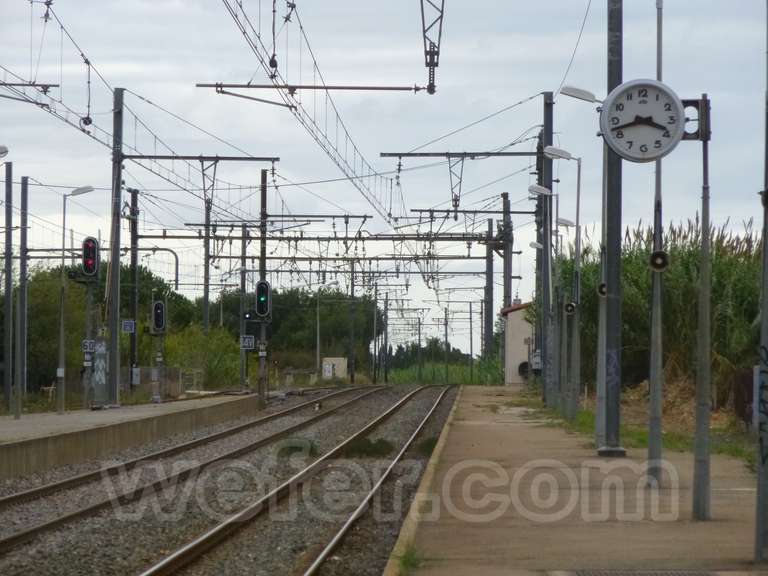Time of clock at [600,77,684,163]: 3:42
